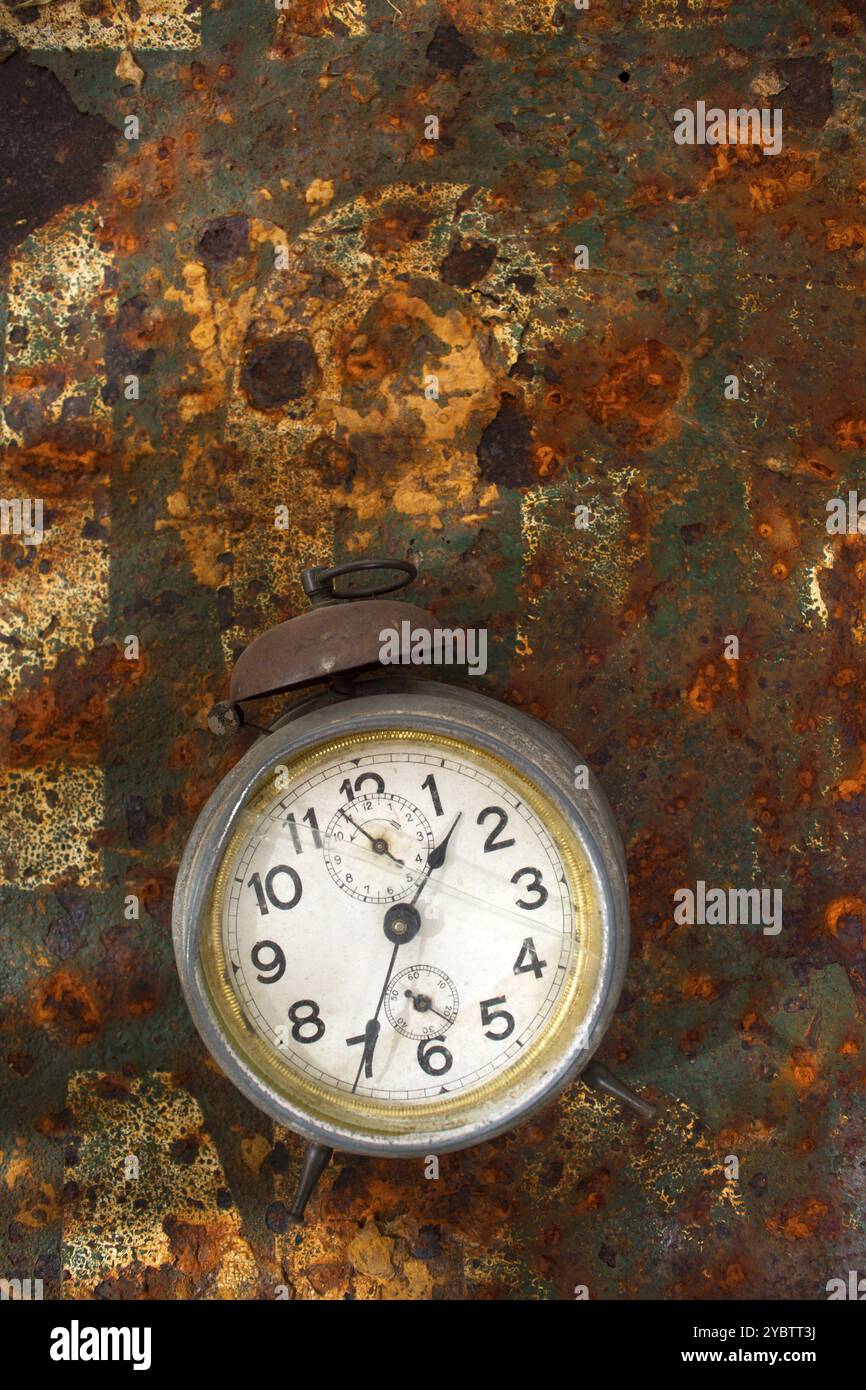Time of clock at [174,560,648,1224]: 1:34
